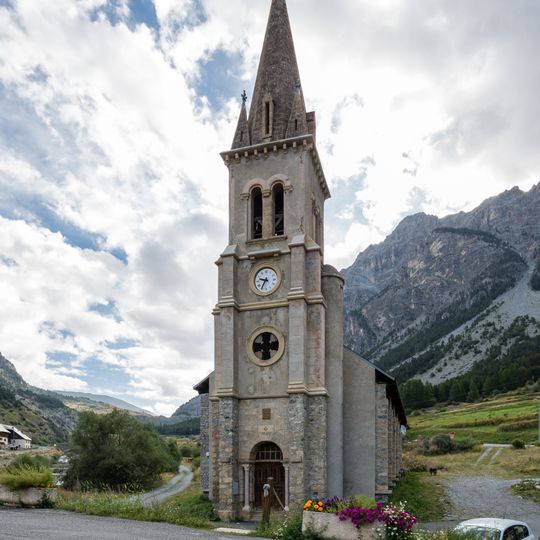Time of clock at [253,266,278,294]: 9:35
